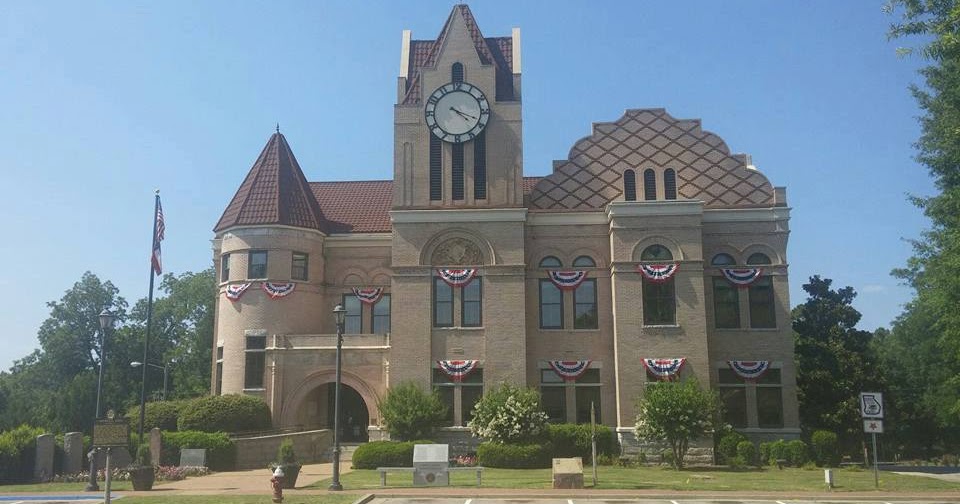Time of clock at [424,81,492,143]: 4:18
